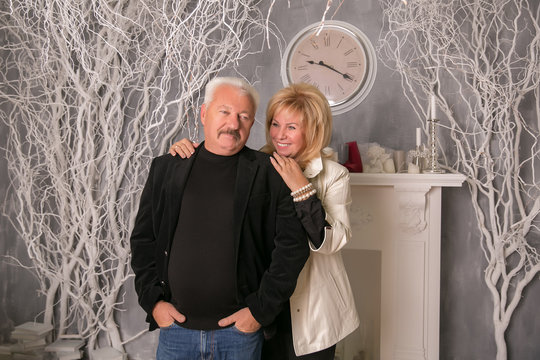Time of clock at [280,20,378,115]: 9:19
